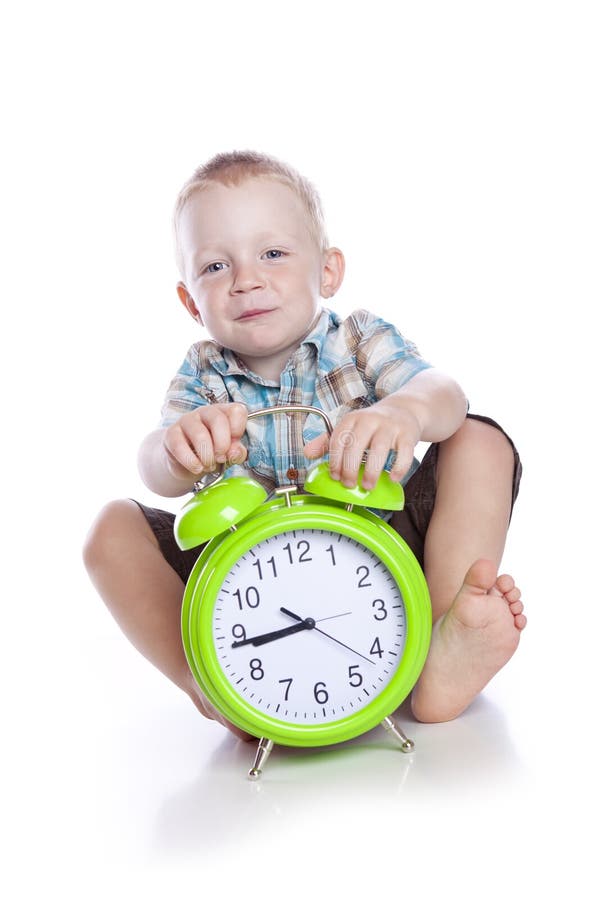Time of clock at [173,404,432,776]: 8:44
